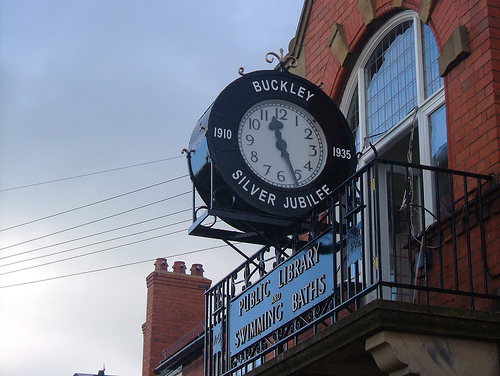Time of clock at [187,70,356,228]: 11:25
